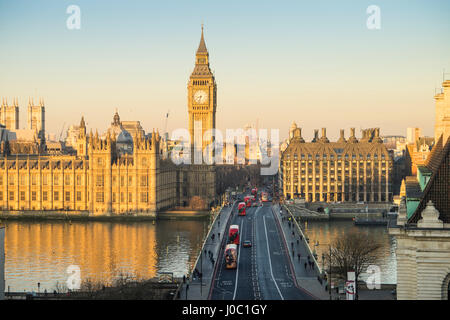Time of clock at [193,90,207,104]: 8:32
